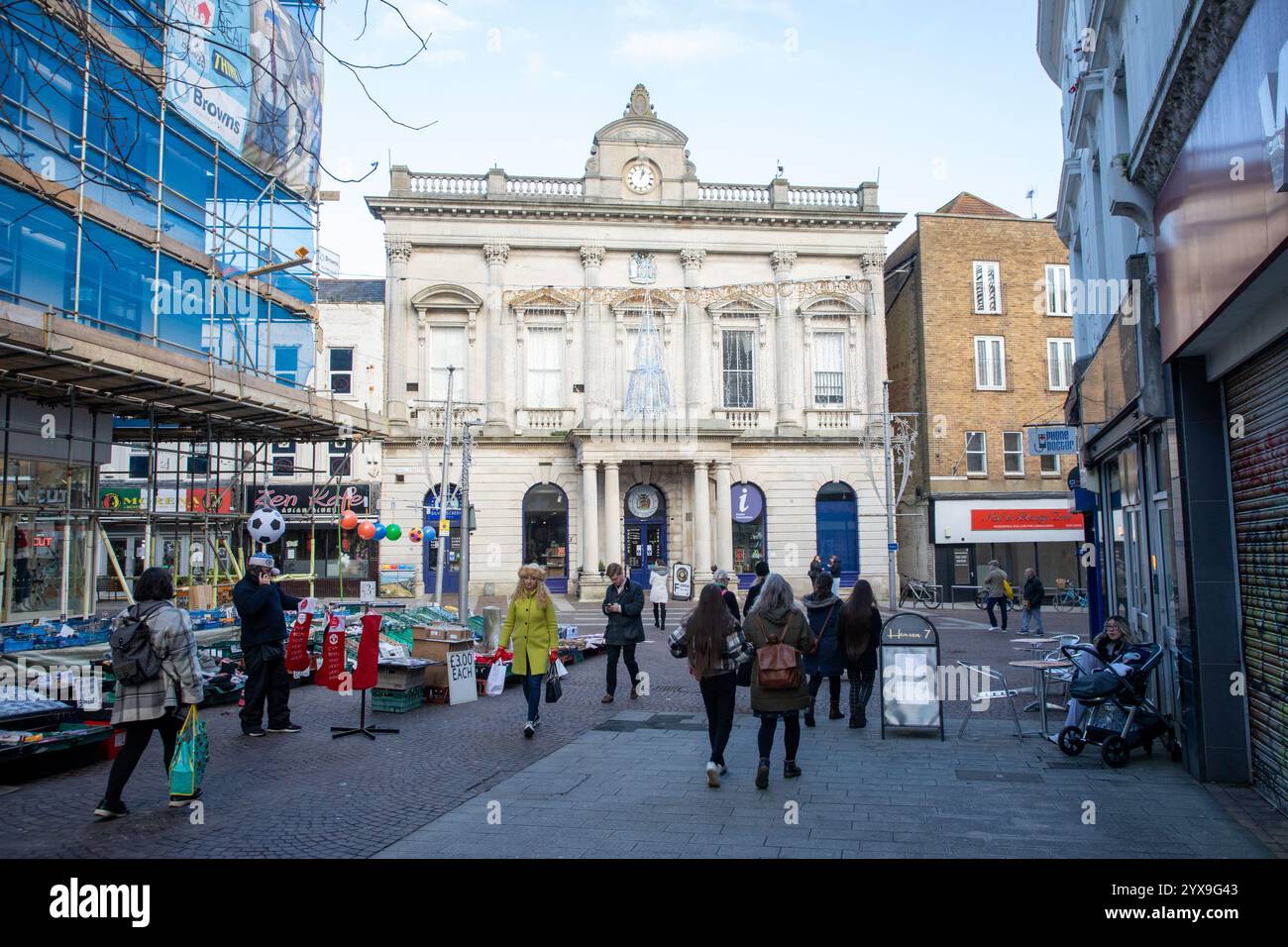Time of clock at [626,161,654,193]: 1:02
